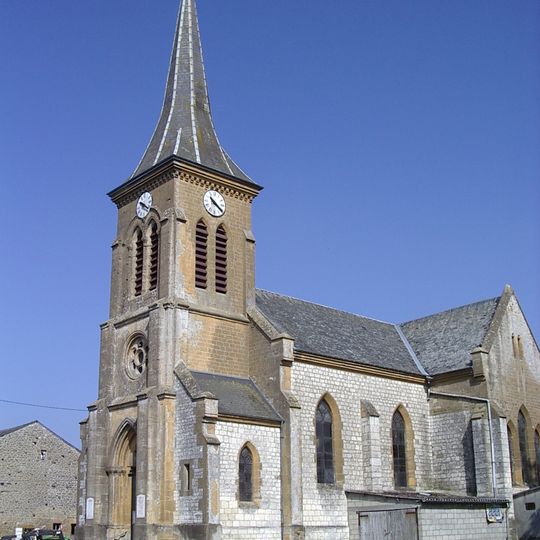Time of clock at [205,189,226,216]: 10:21
